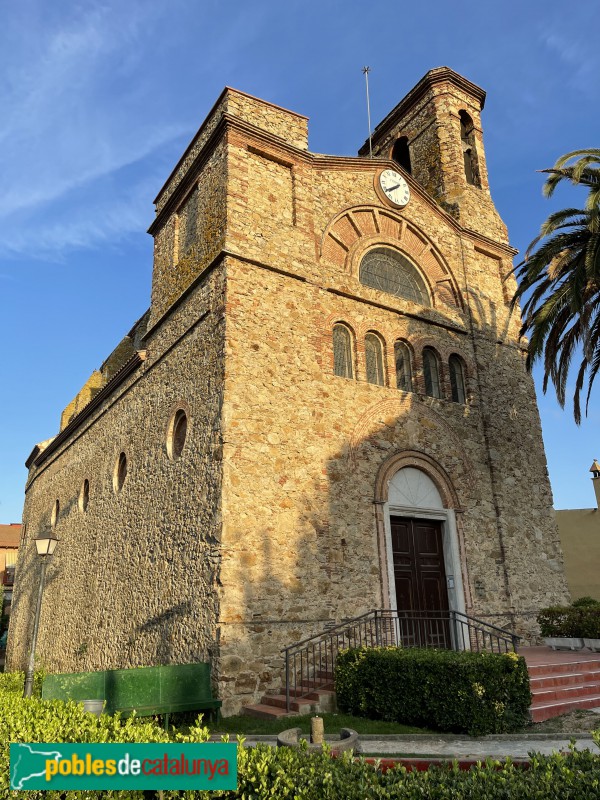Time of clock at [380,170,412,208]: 7:39
